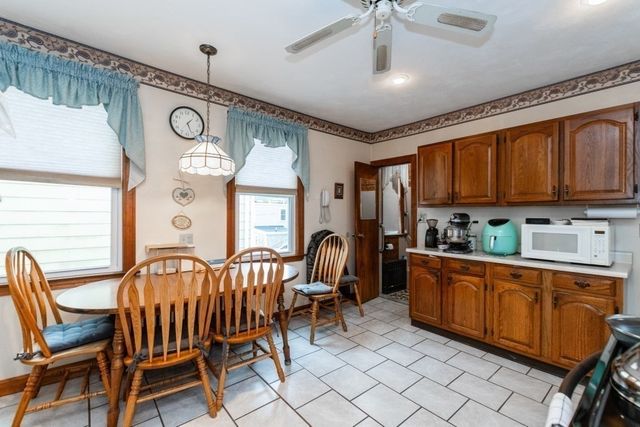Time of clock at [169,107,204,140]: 1:26
